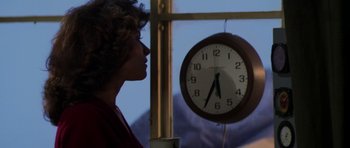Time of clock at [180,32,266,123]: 5:34
